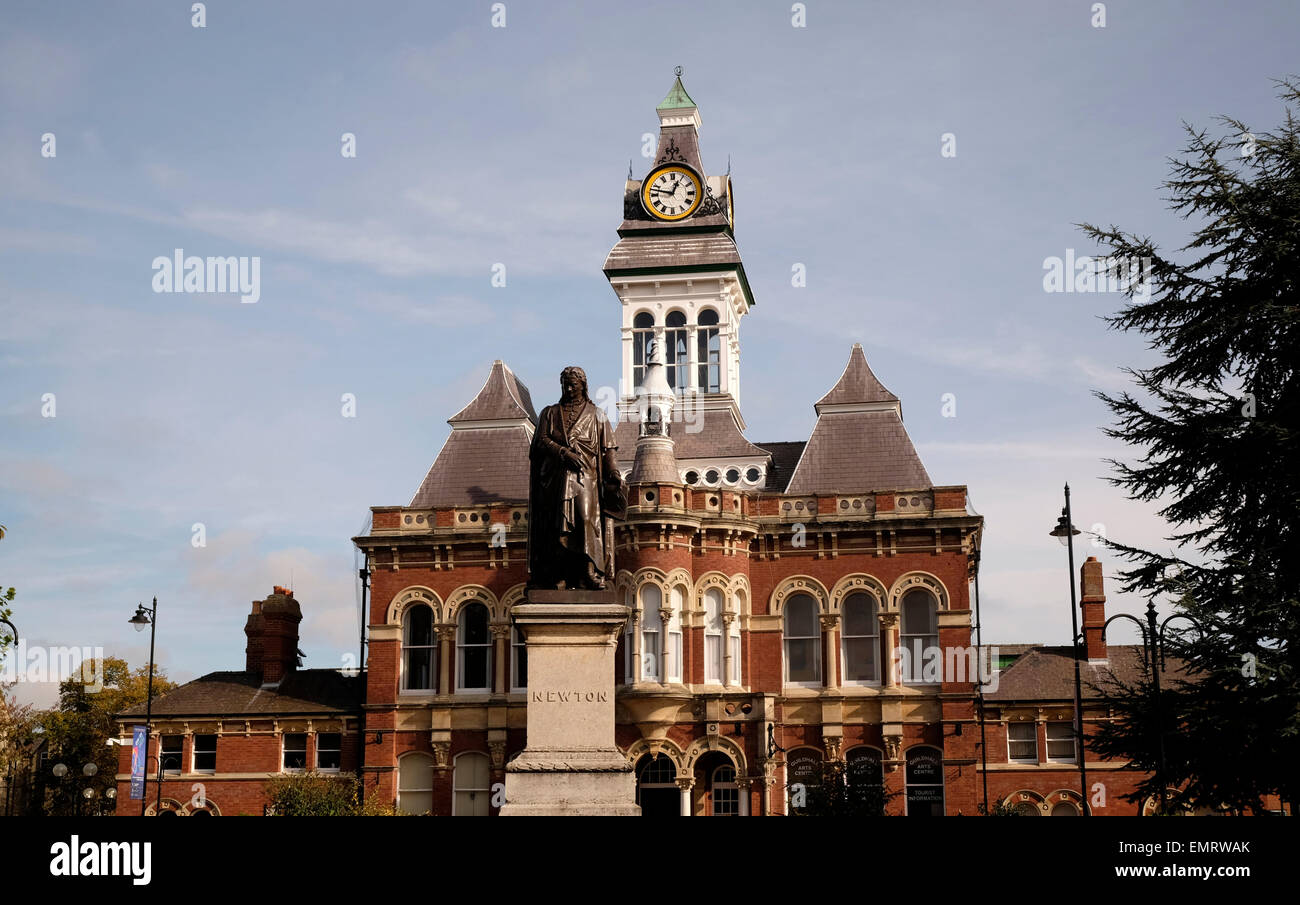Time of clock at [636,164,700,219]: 12:47
